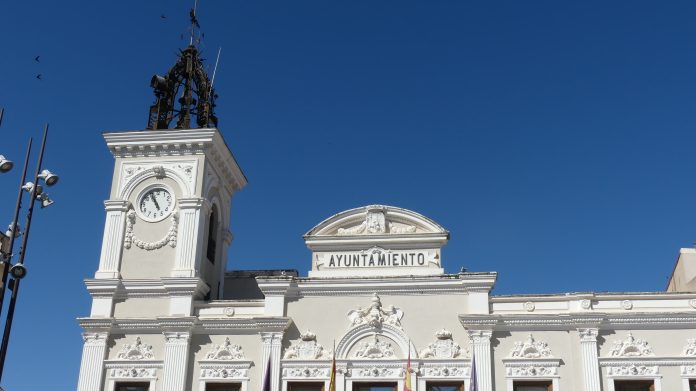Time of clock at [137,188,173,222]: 4:56
